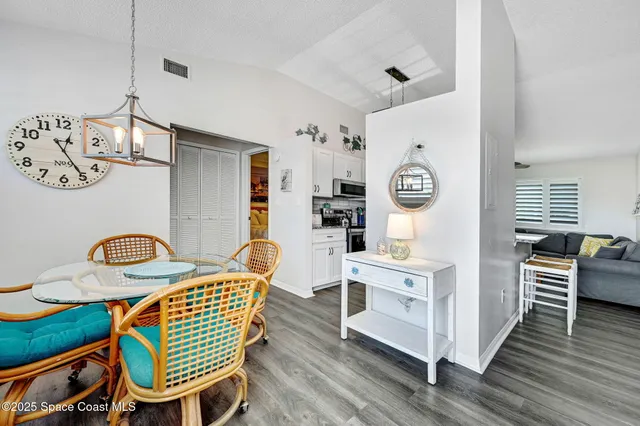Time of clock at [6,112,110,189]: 12:24
